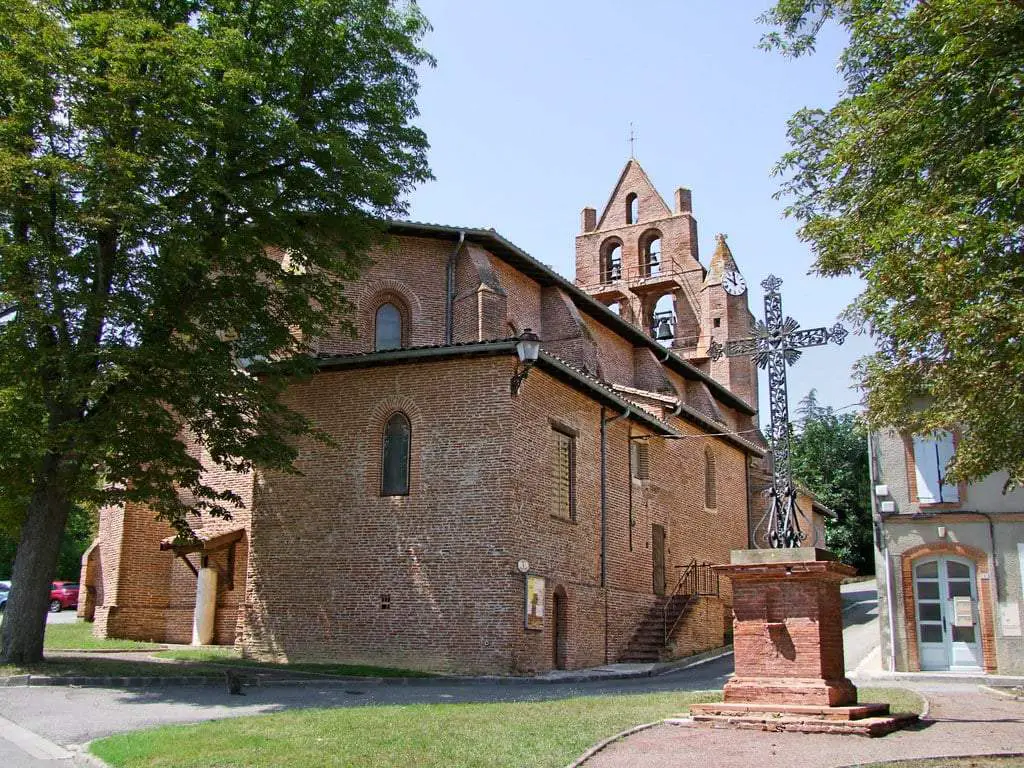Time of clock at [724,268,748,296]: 10:00
